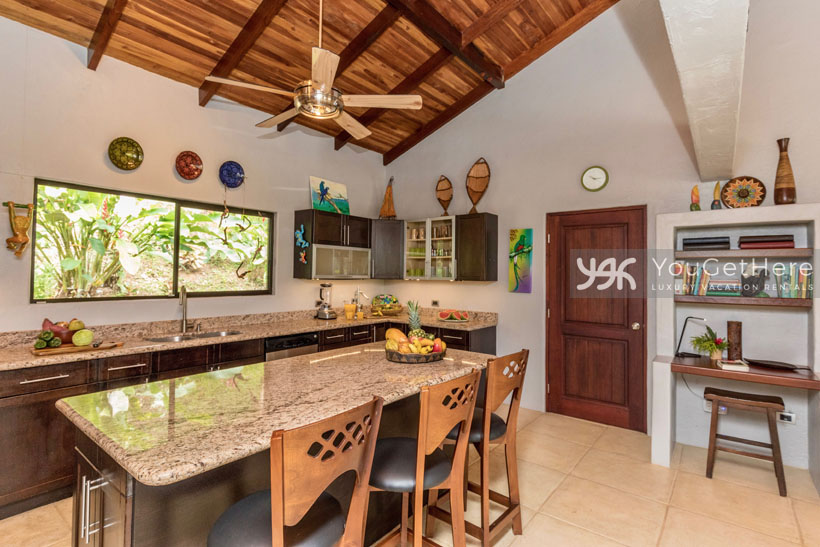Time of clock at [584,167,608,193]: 10:14
